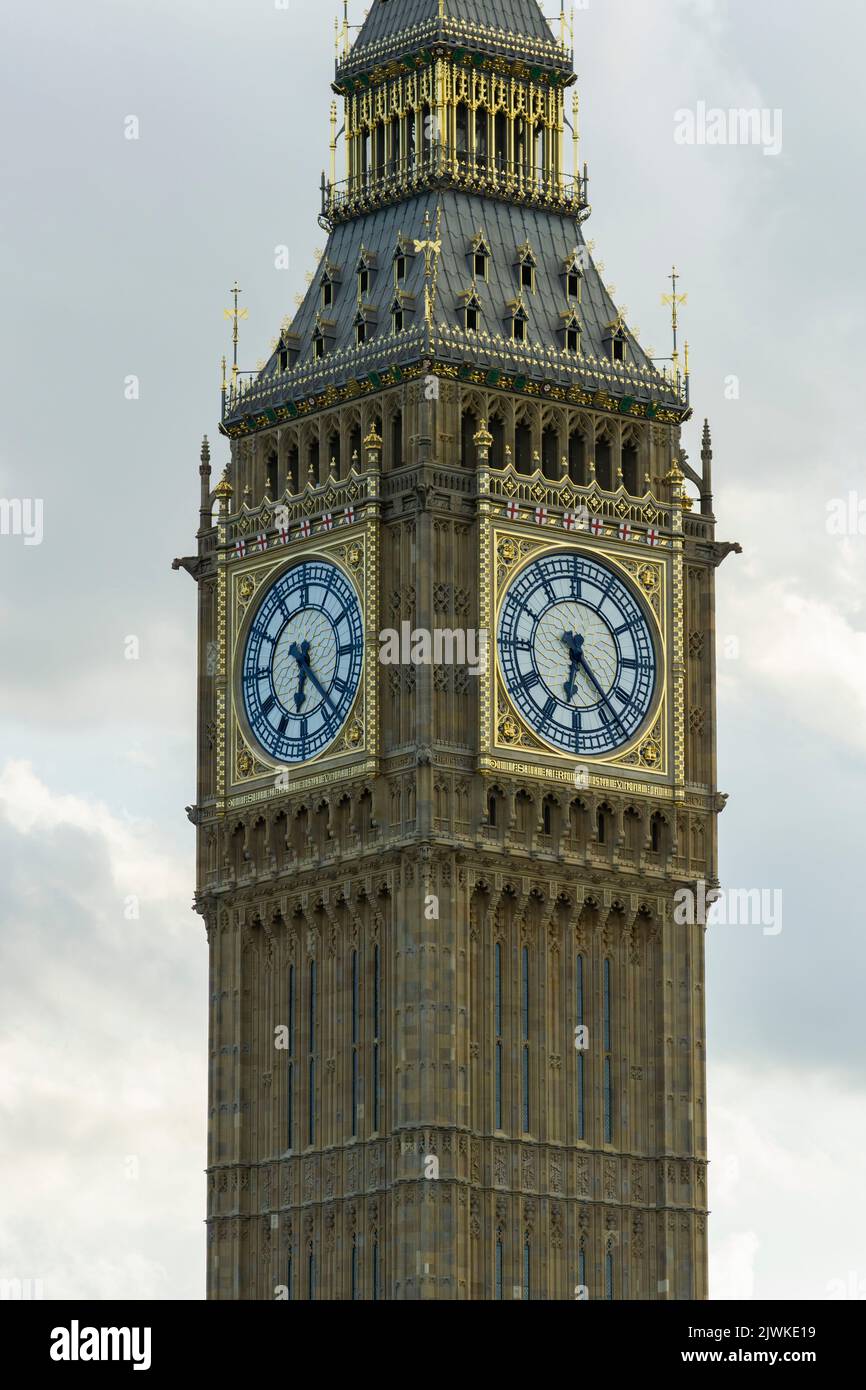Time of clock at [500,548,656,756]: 6:23
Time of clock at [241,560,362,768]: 6:23
